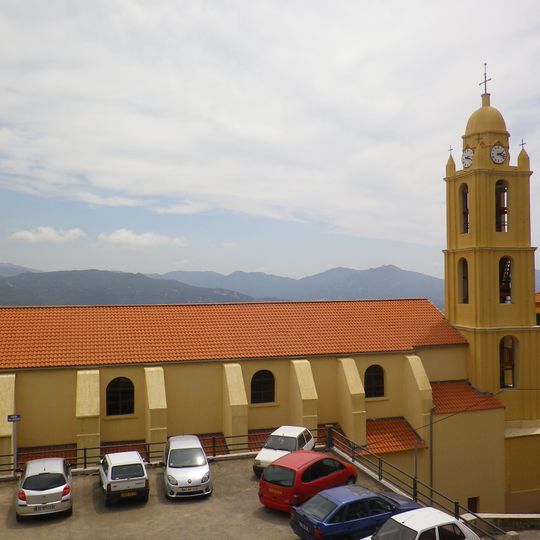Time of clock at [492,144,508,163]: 2:17
